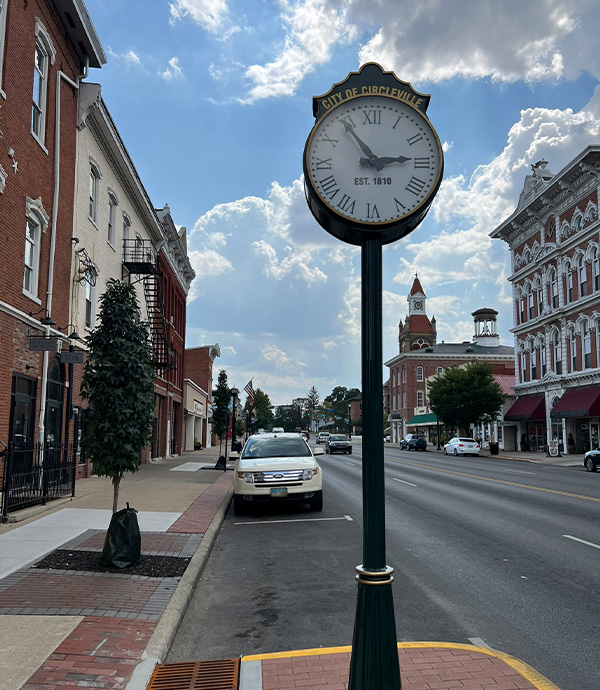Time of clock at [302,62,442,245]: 2:54
